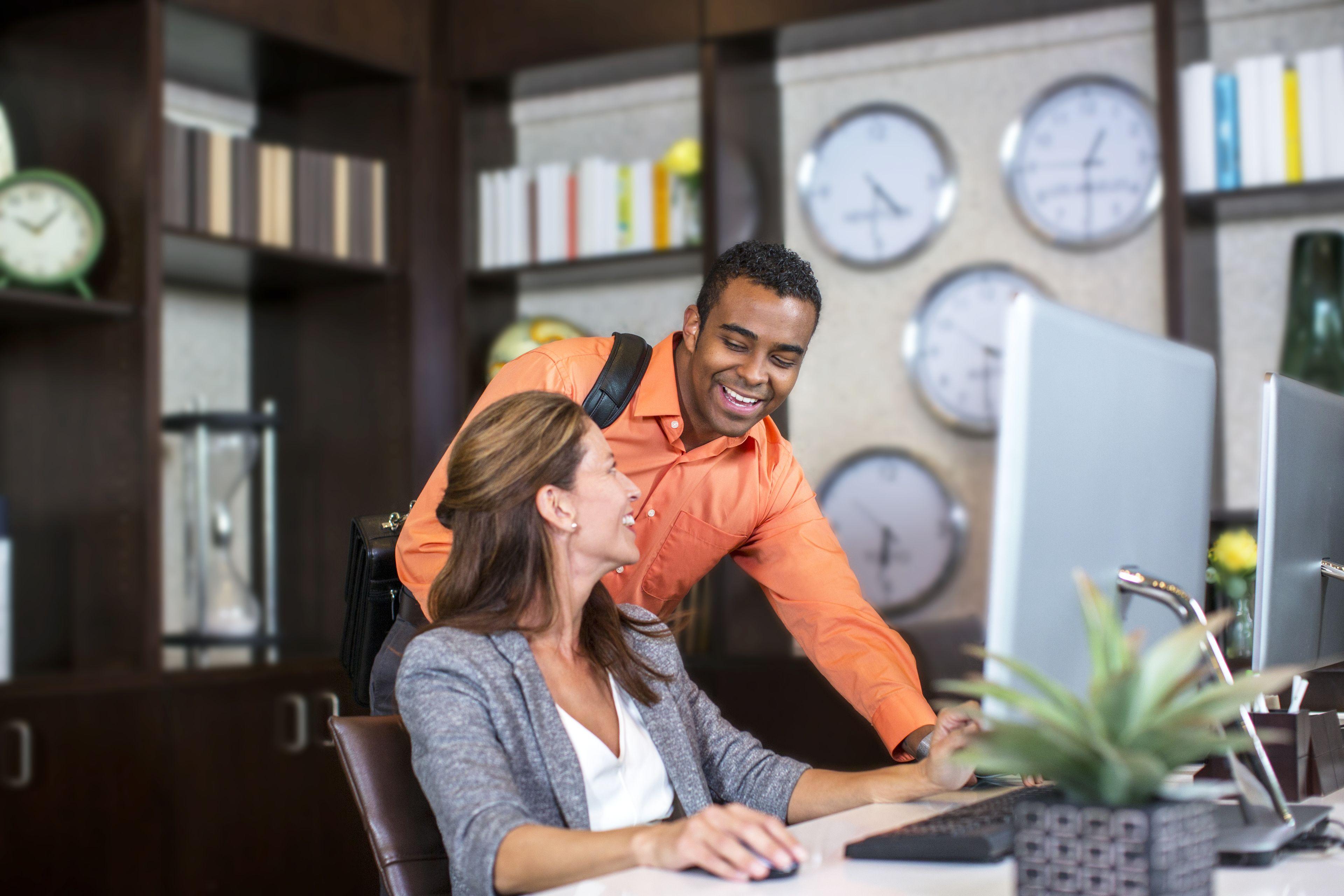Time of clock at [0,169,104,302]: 10:07
